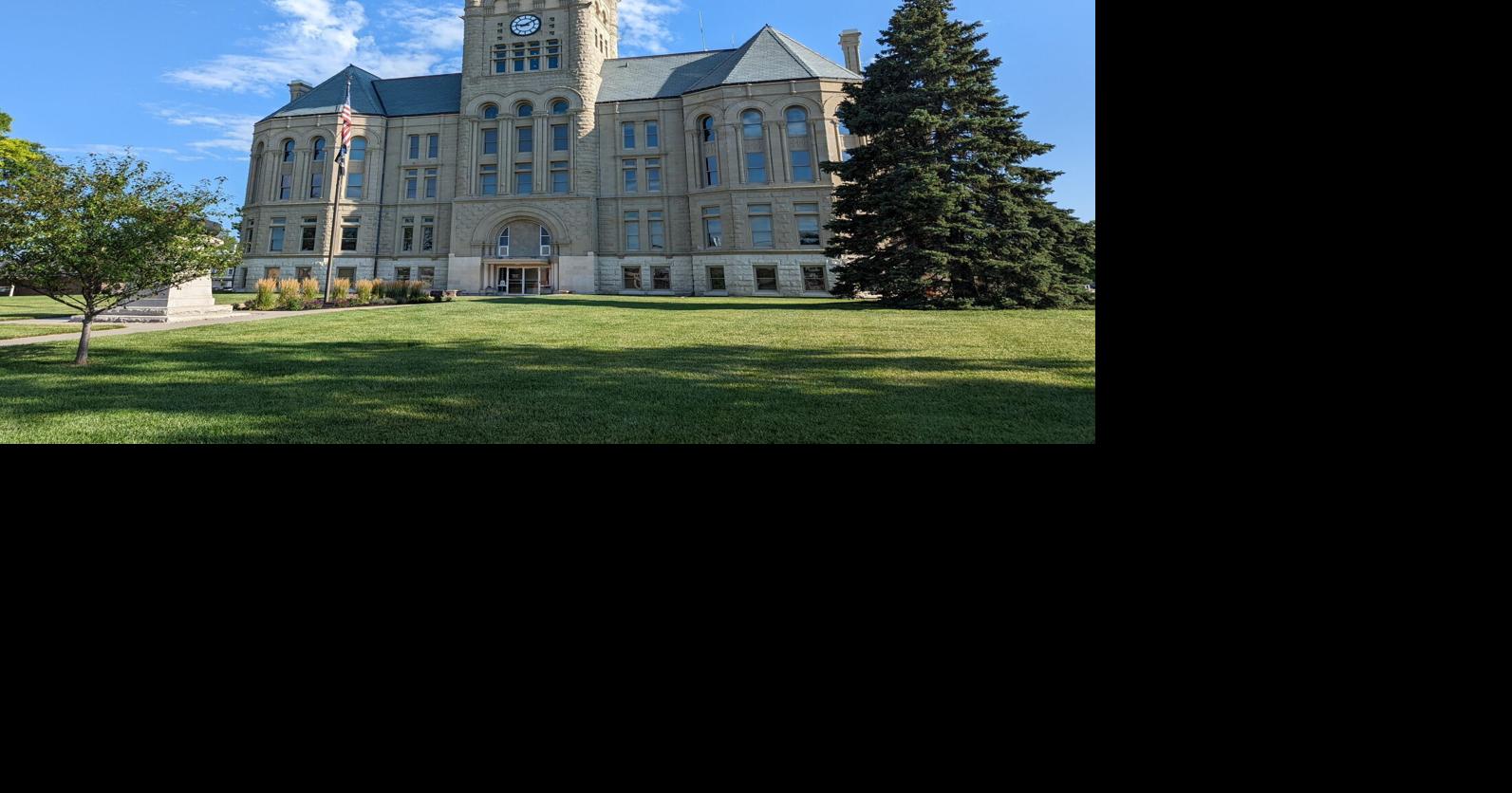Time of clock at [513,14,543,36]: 9:09
